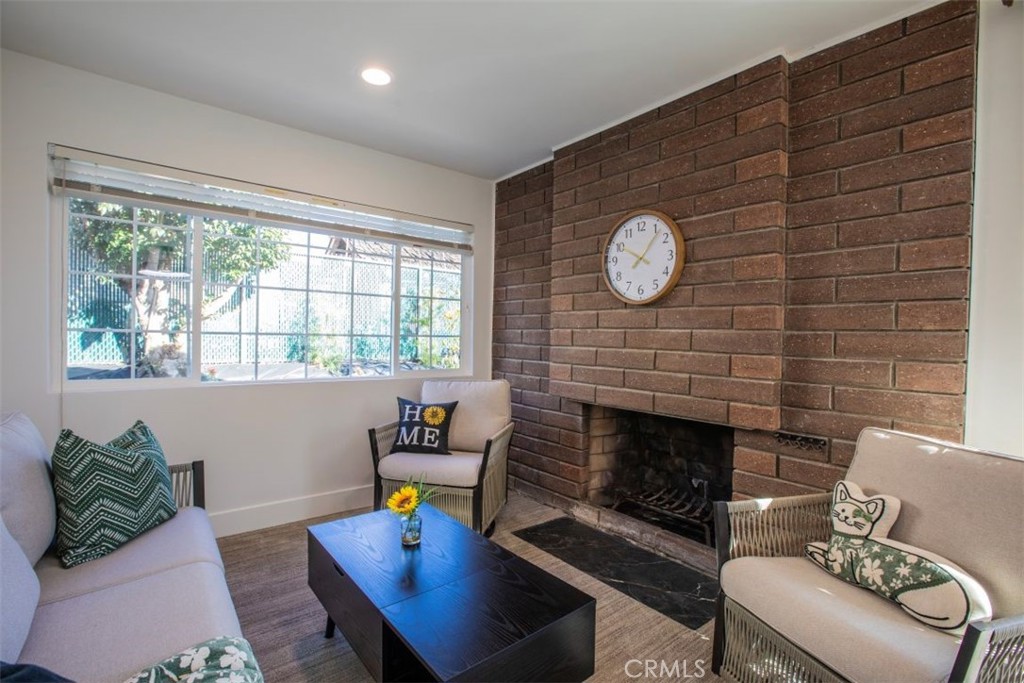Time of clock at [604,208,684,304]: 10:06
